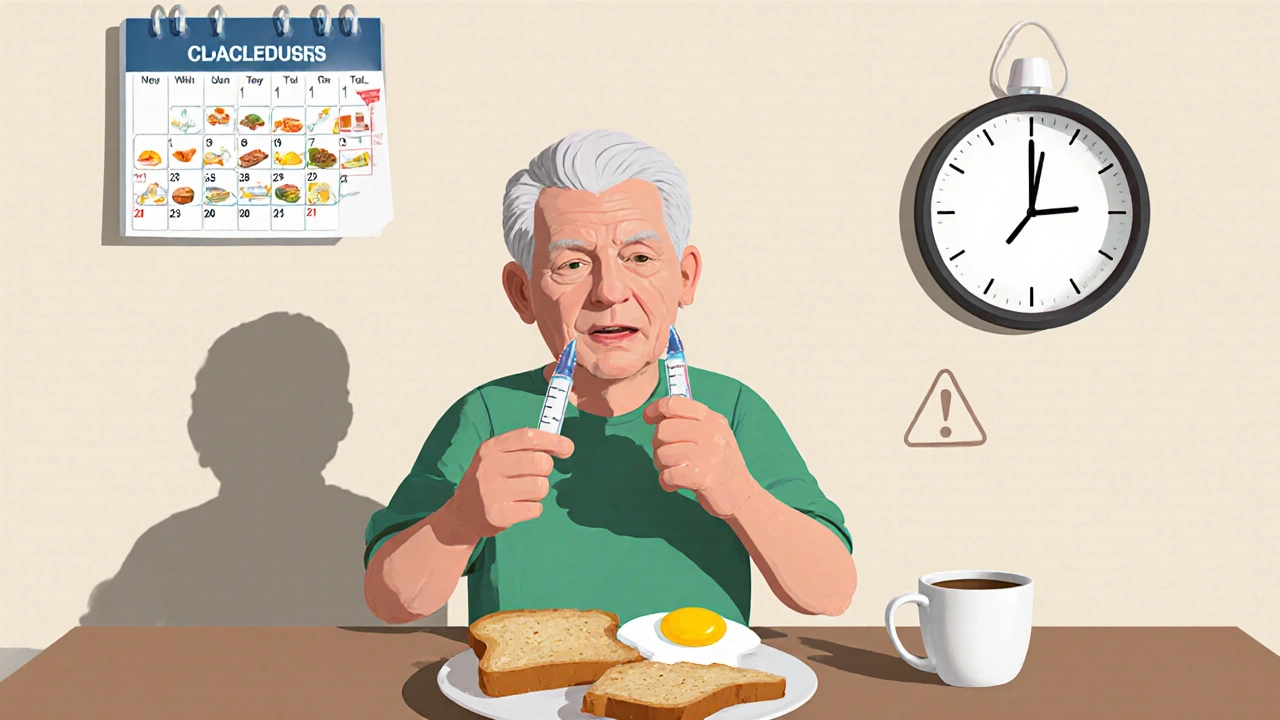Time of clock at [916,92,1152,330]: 2:59
